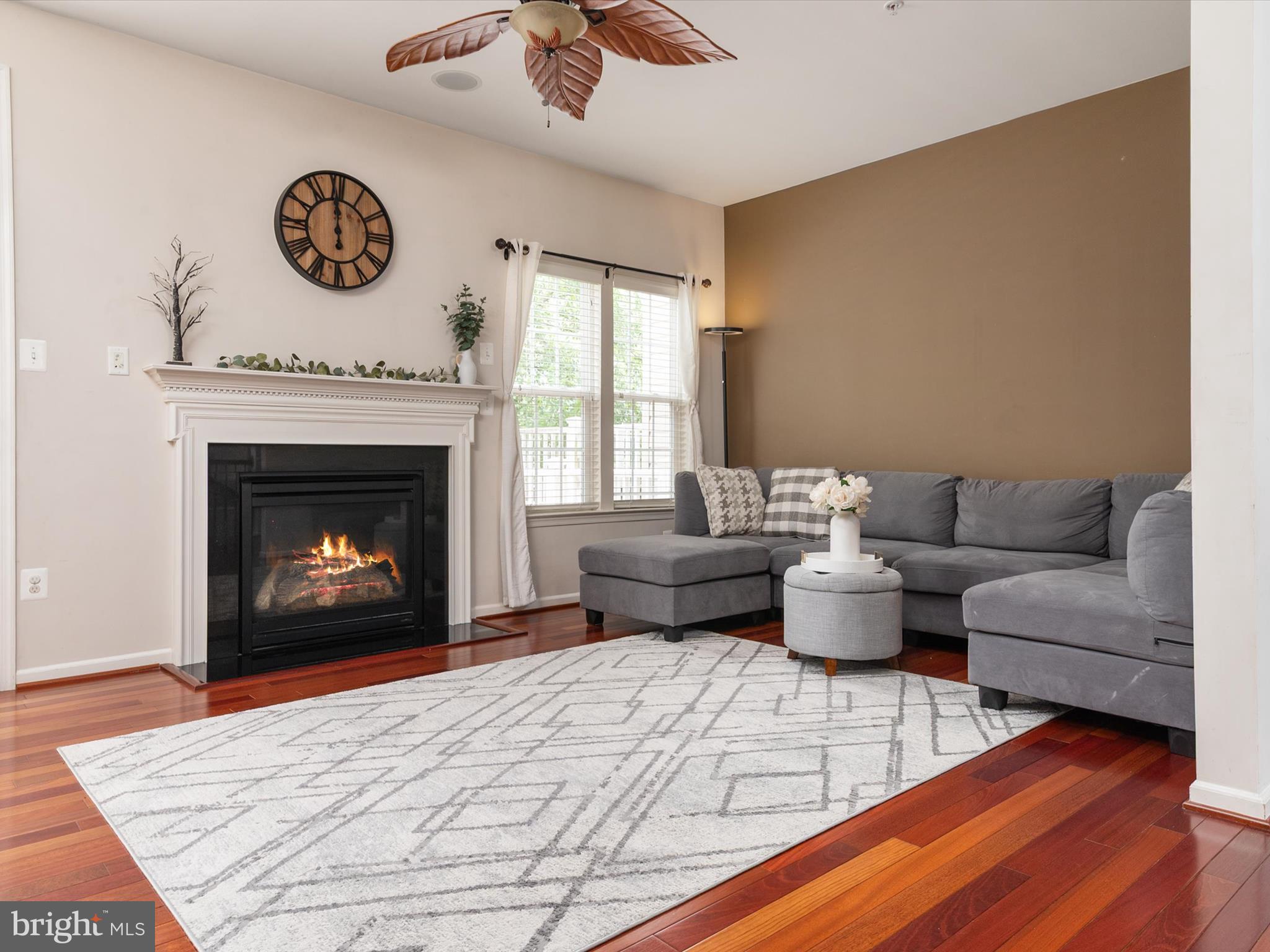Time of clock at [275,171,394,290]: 11:59
